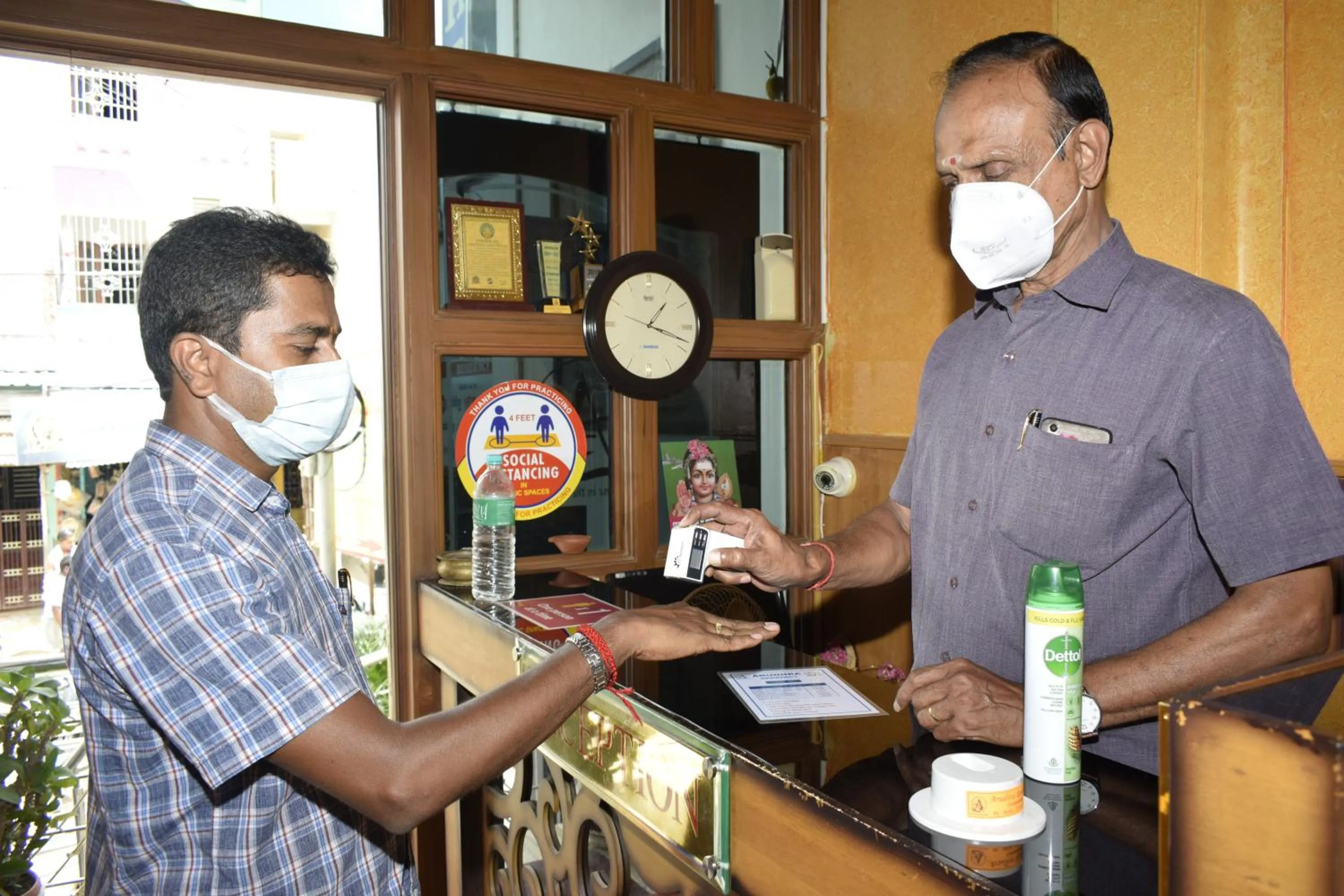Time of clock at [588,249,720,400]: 1:18
